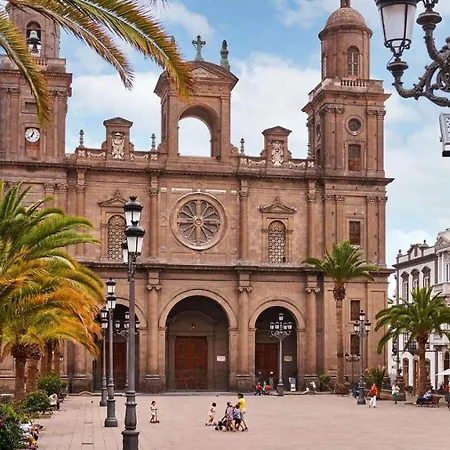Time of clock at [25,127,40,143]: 12:37
